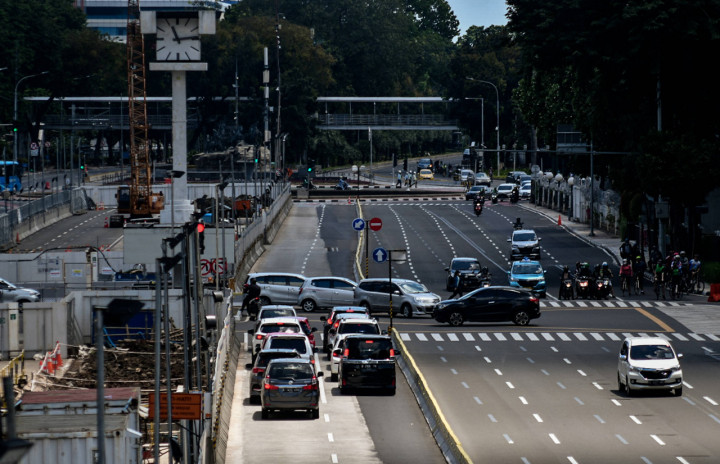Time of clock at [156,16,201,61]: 11:13
